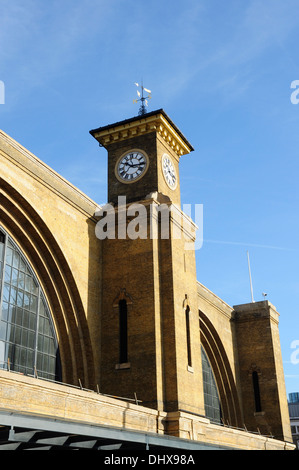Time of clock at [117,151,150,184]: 10:15
